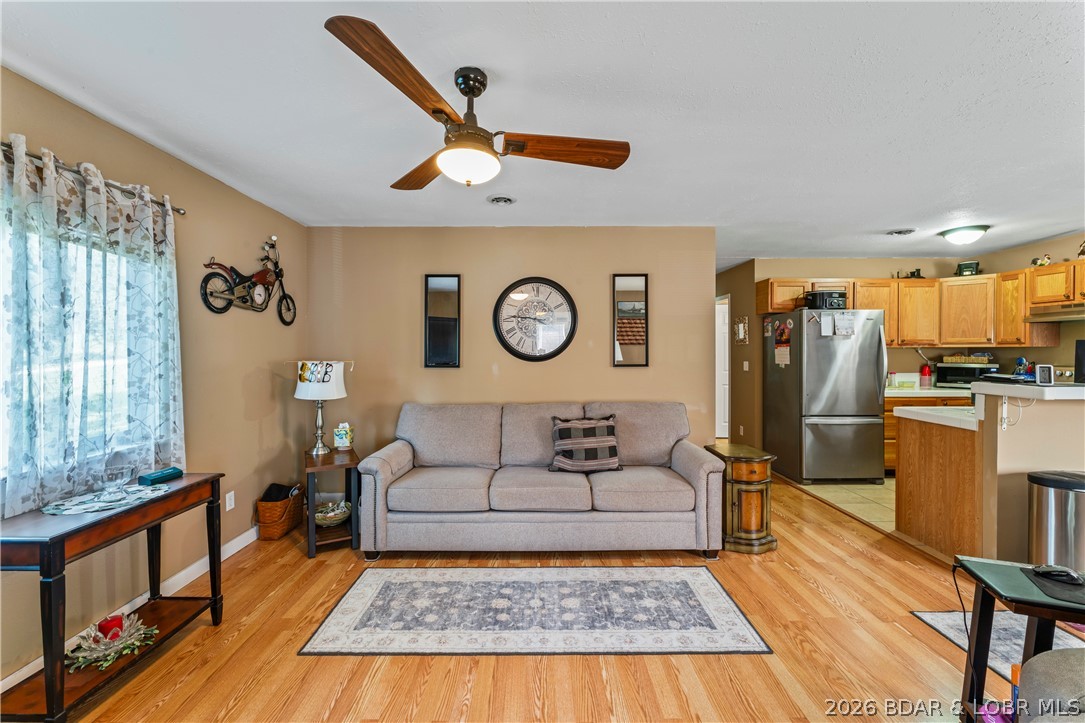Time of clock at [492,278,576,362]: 9:10
